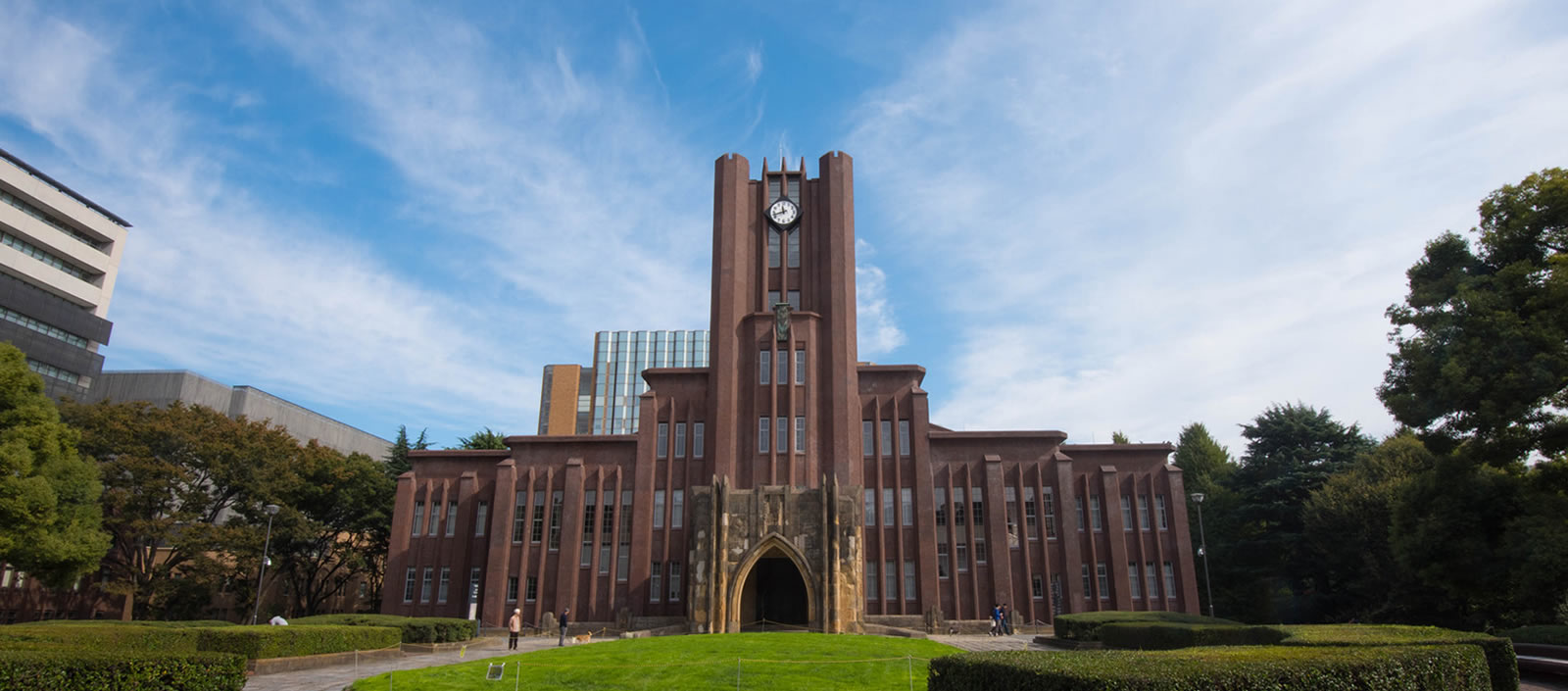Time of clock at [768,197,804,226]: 11:42
